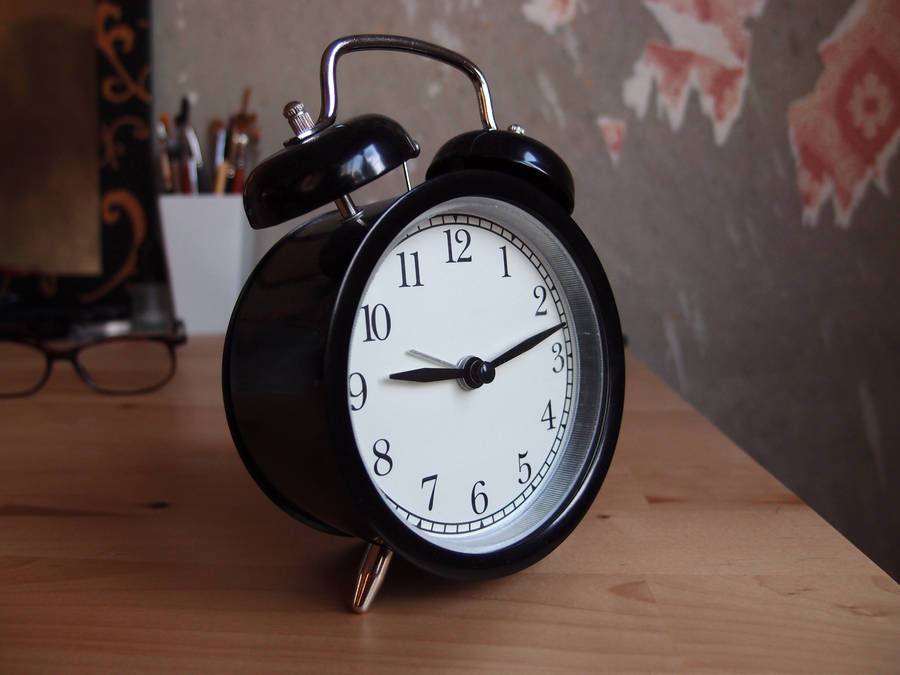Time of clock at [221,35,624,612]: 9:12
